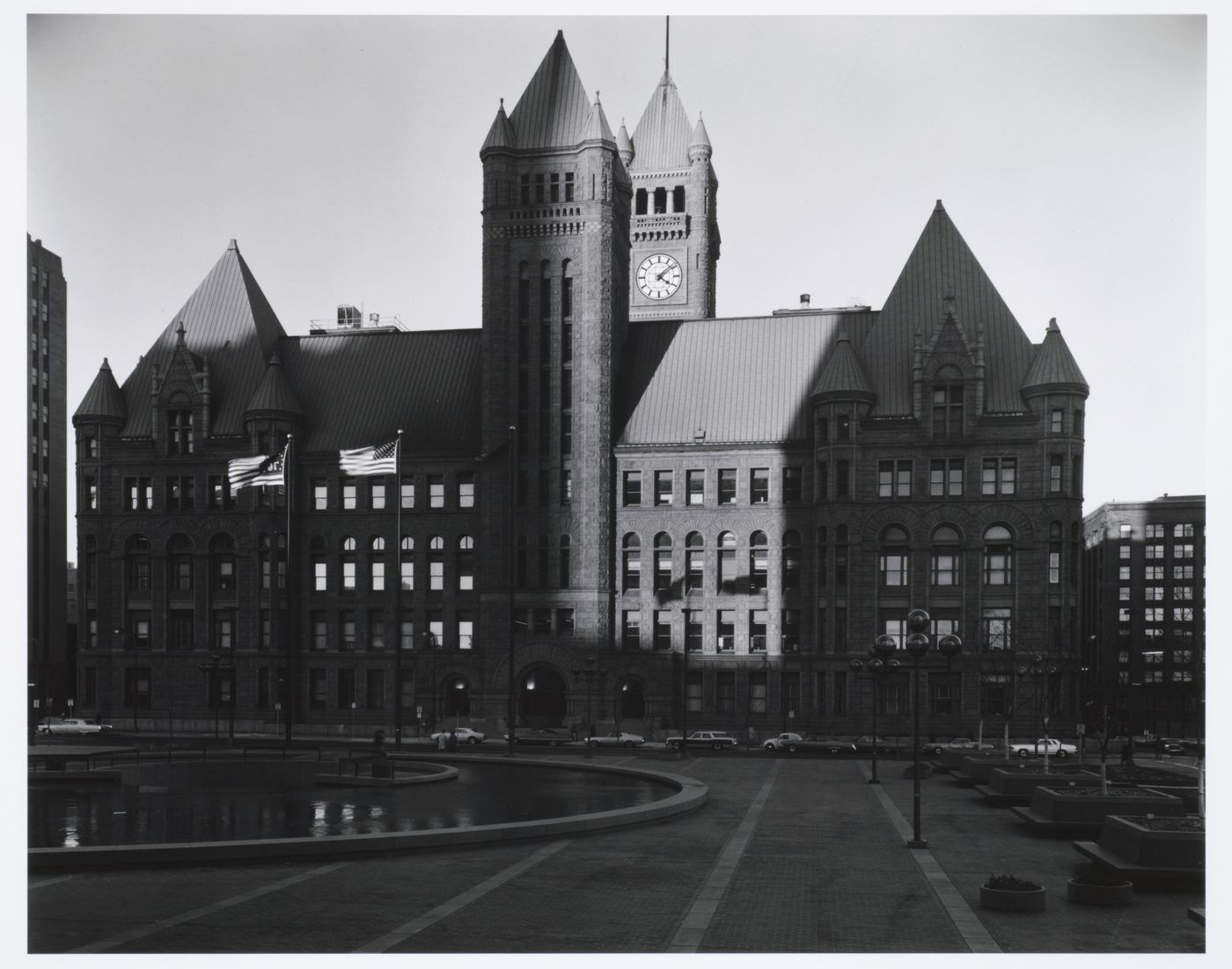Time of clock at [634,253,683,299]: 4:08
